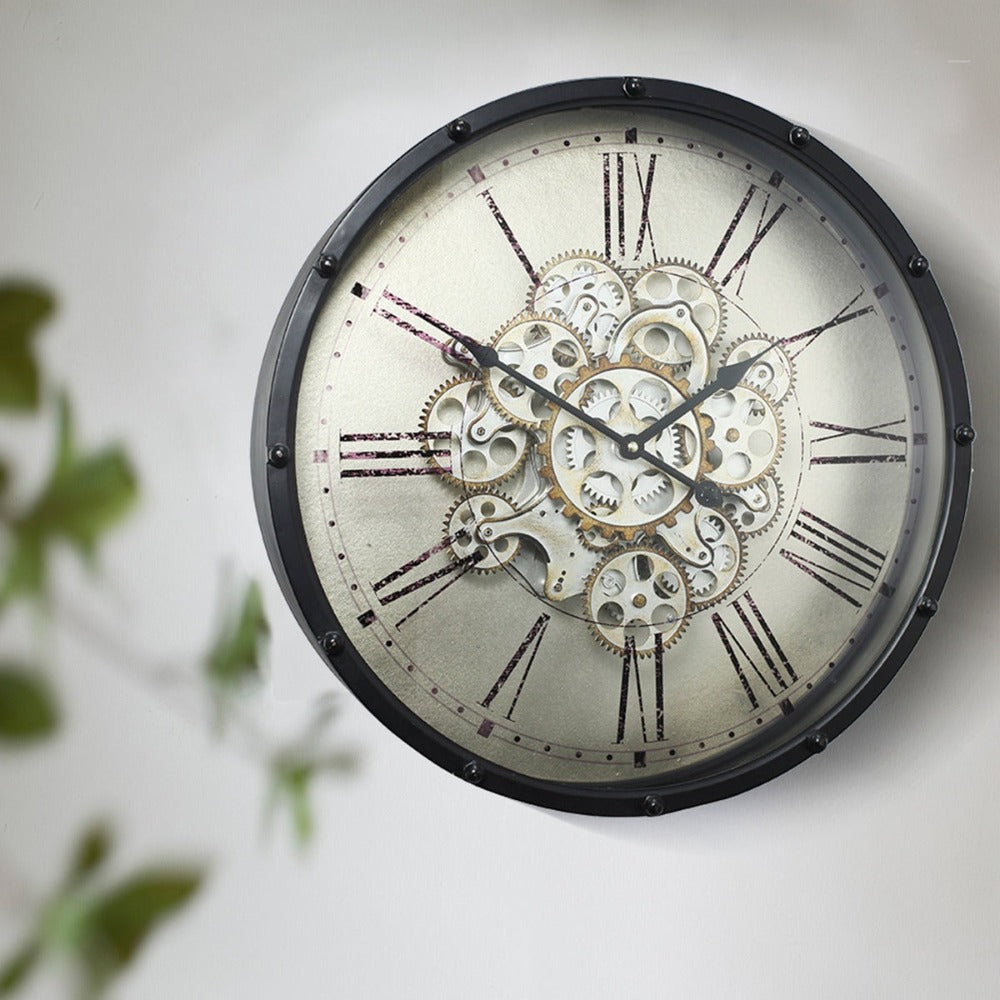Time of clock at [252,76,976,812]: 1:50
